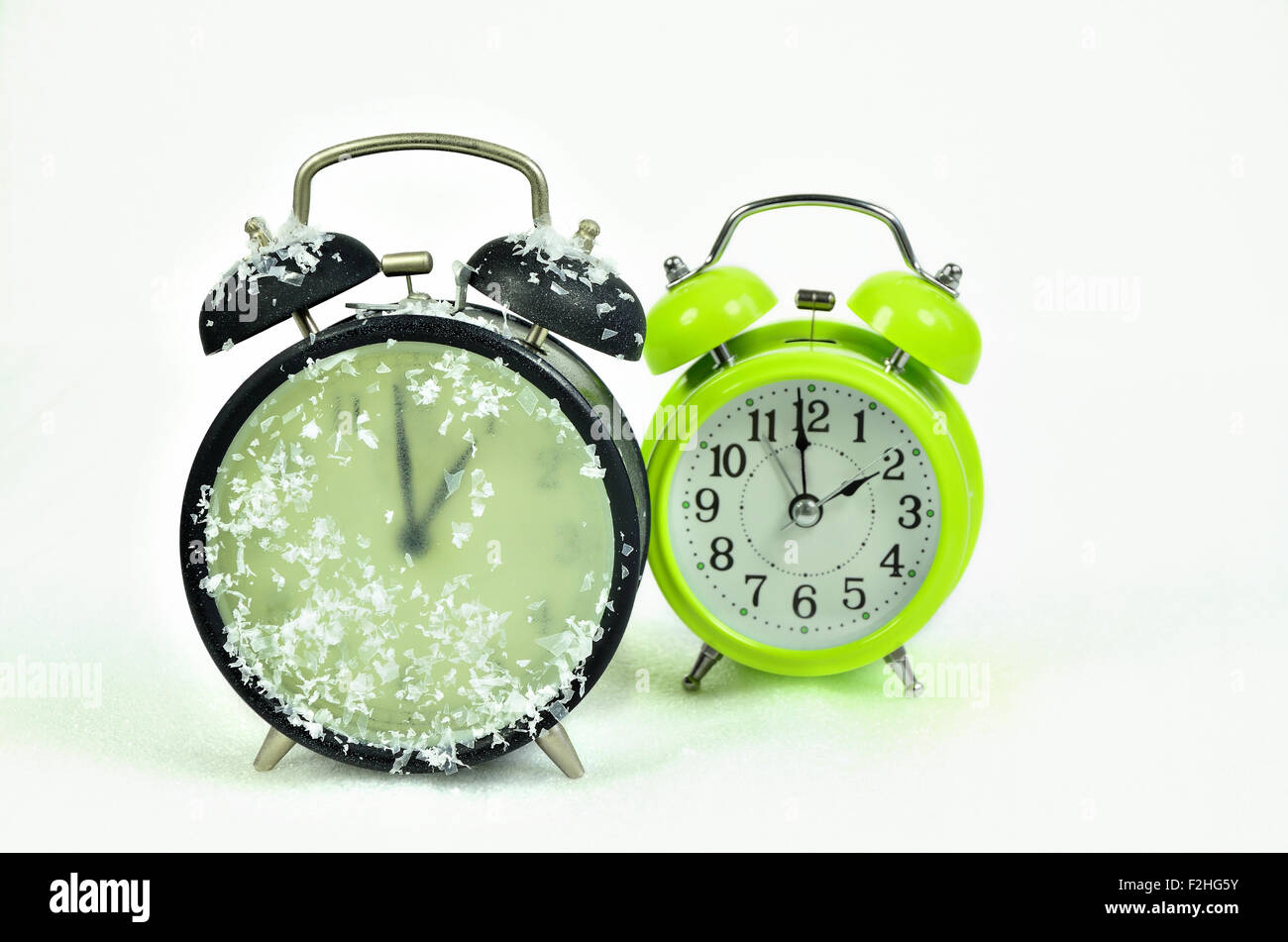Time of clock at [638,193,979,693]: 1:59
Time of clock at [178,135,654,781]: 12:59
